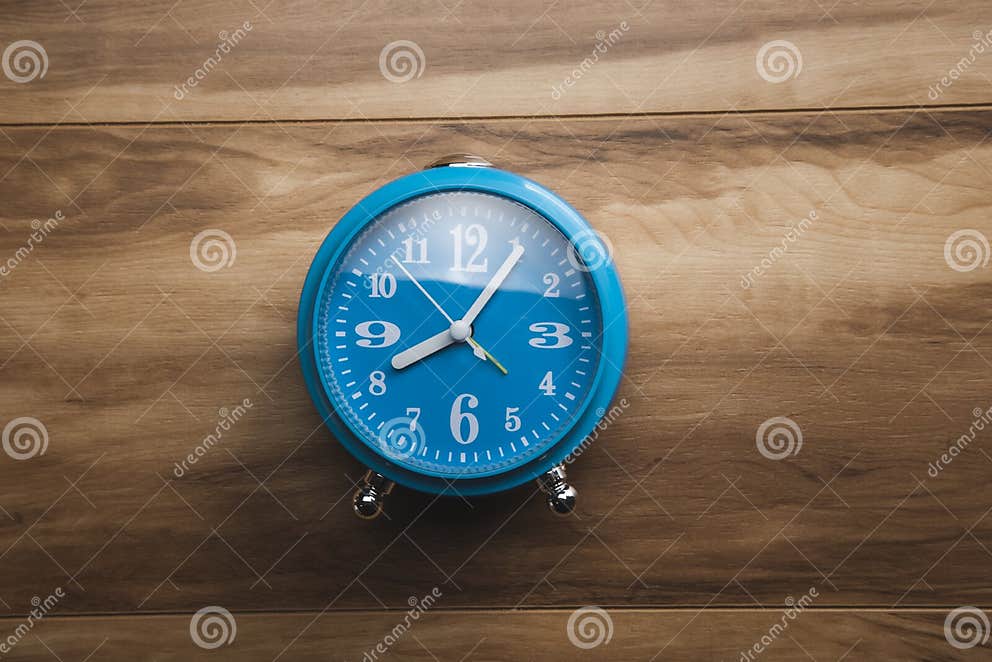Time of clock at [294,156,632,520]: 8:05
